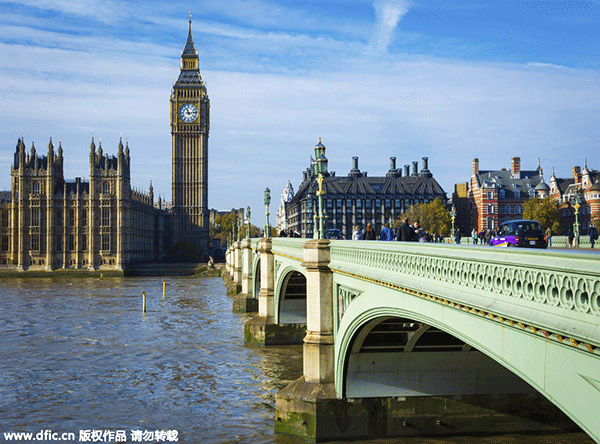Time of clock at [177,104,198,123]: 11:13
